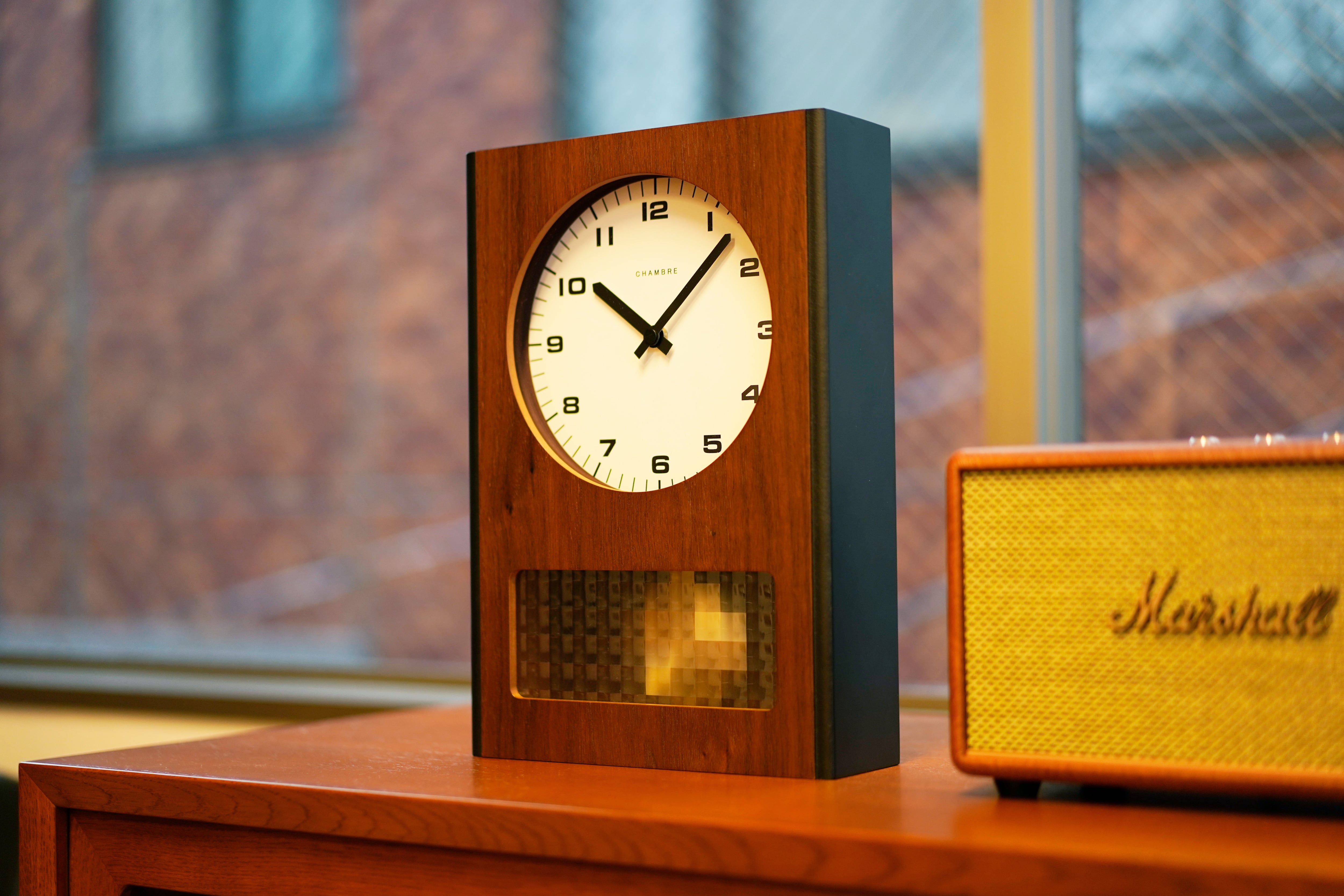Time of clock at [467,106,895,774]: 10:07
